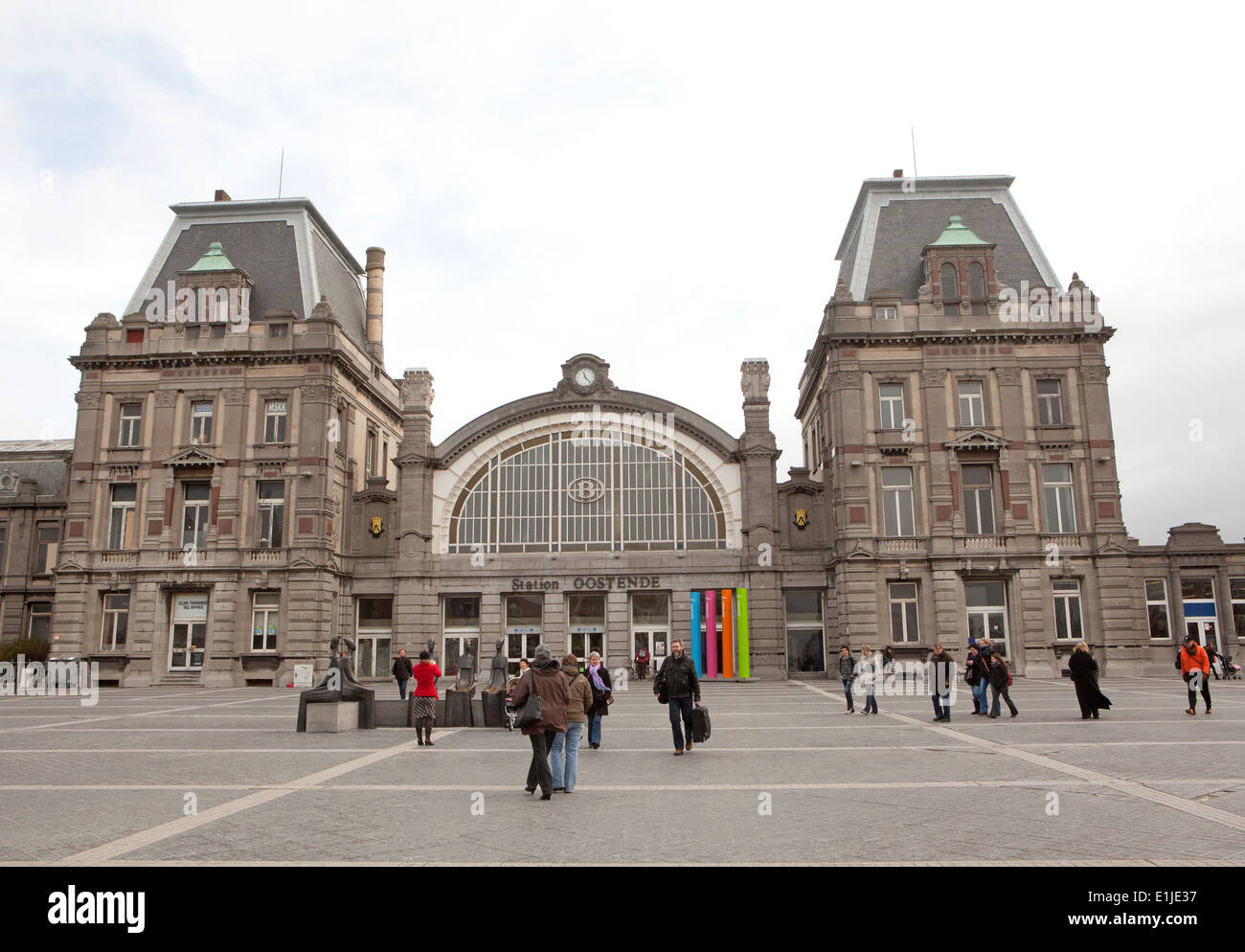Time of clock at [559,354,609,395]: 11:23
